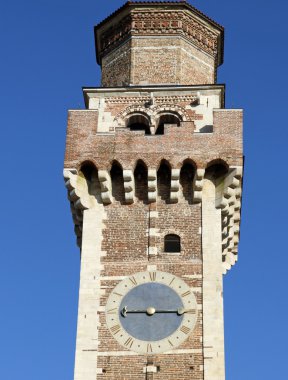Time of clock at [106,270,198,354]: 9:15
